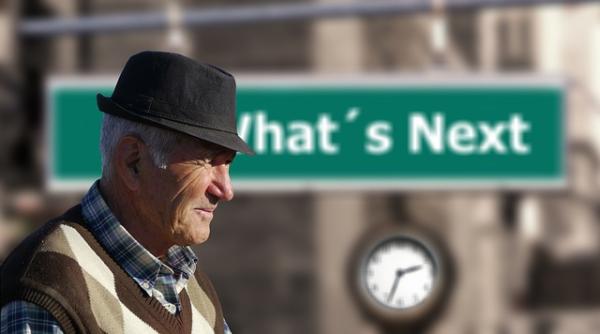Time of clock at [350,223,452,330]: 2:33
